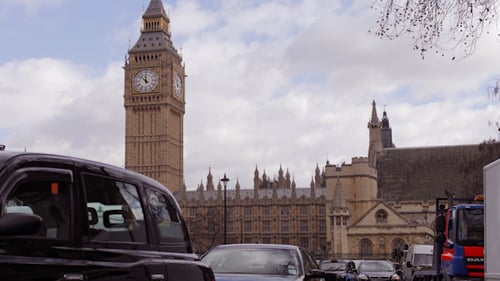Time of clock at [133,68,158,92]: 11:52
